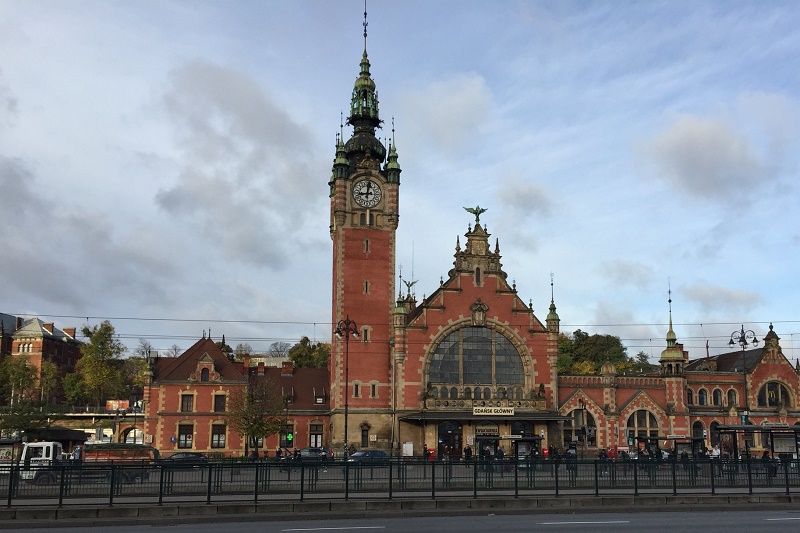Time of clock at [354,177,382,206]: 9:01
